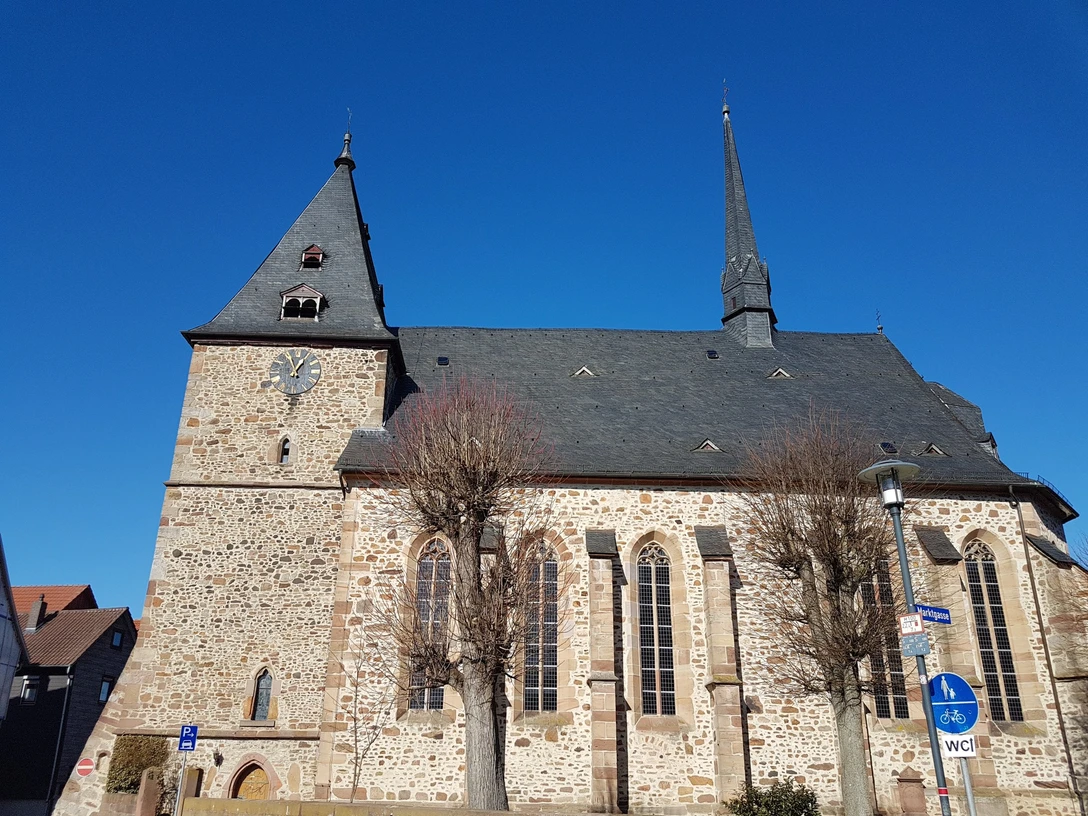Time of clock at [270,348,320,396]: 12:57
